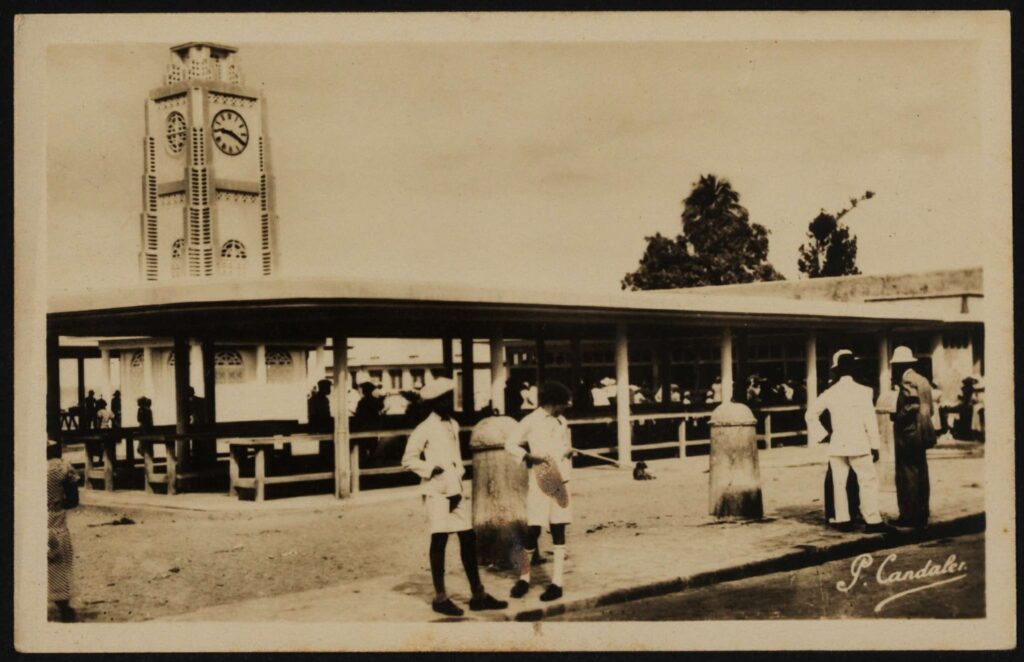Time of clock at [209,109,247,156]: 9:20
